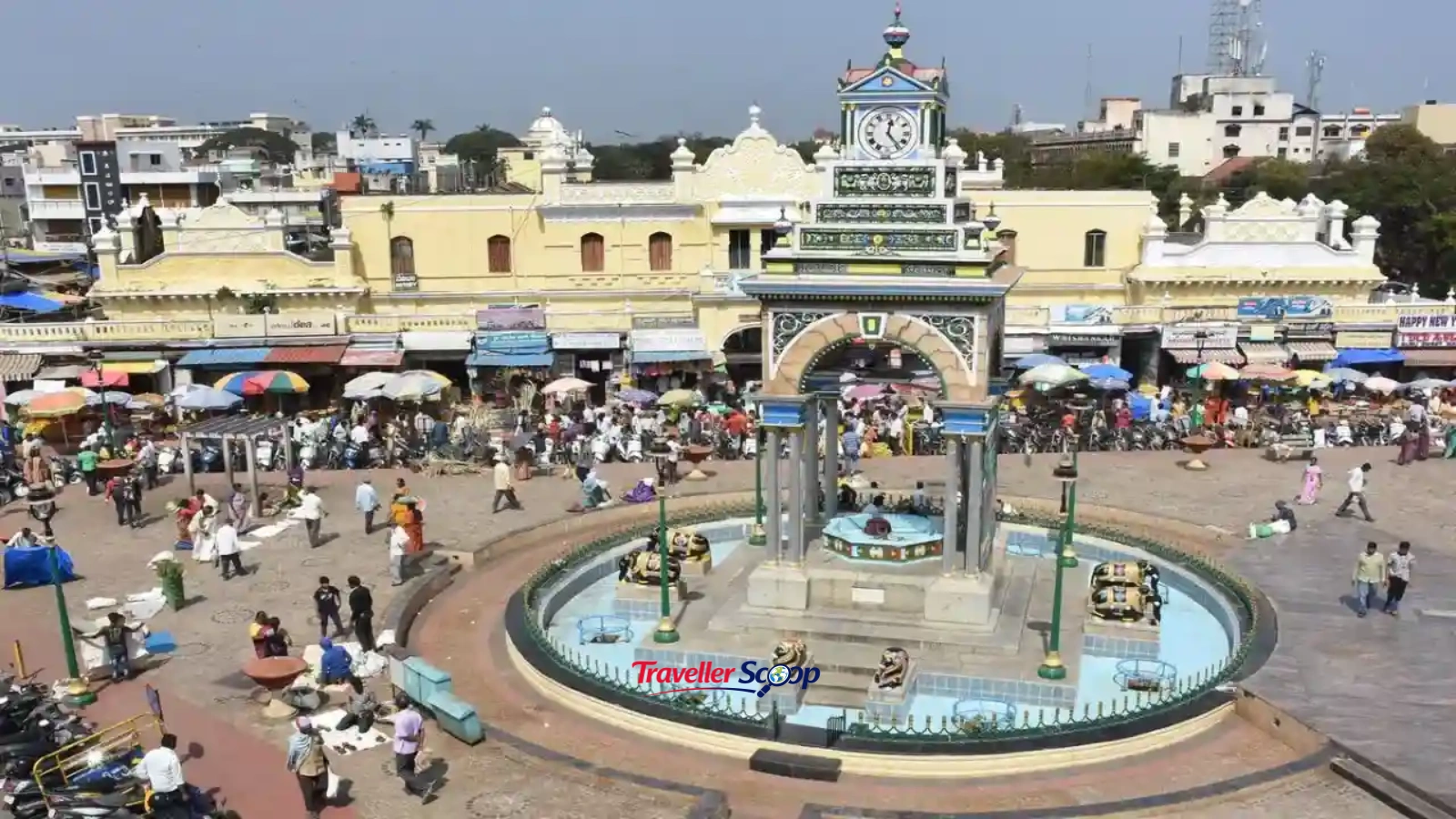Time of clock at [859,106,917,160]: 12:23
